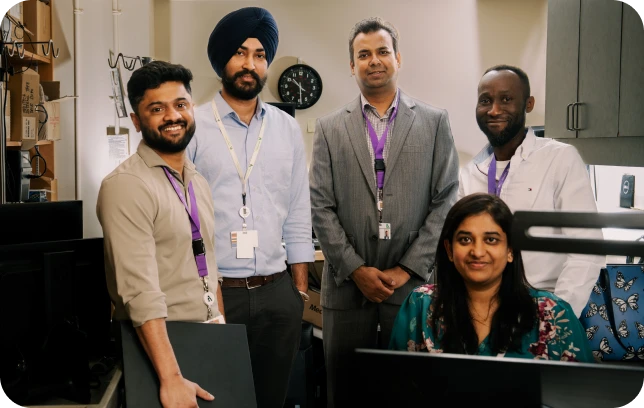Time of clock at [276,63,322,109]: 10:28
